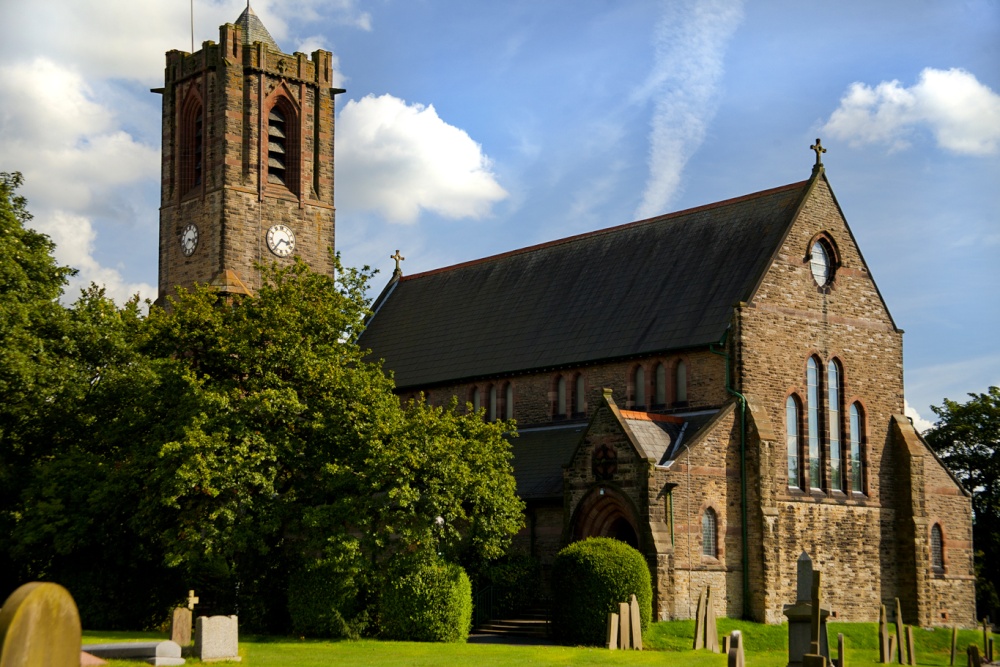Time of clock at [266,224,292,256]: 3:36
